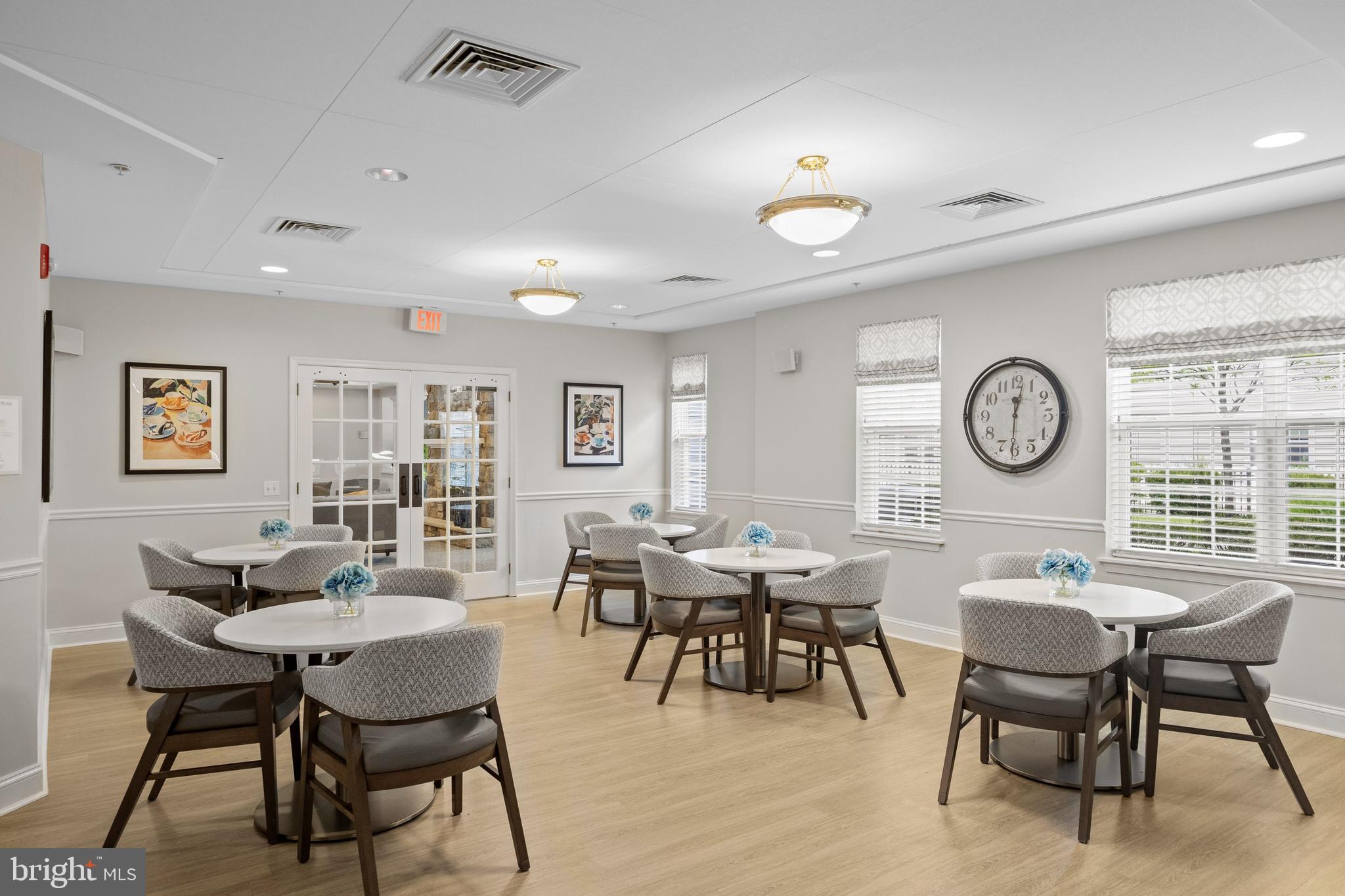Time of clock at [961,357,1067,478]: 12:02
